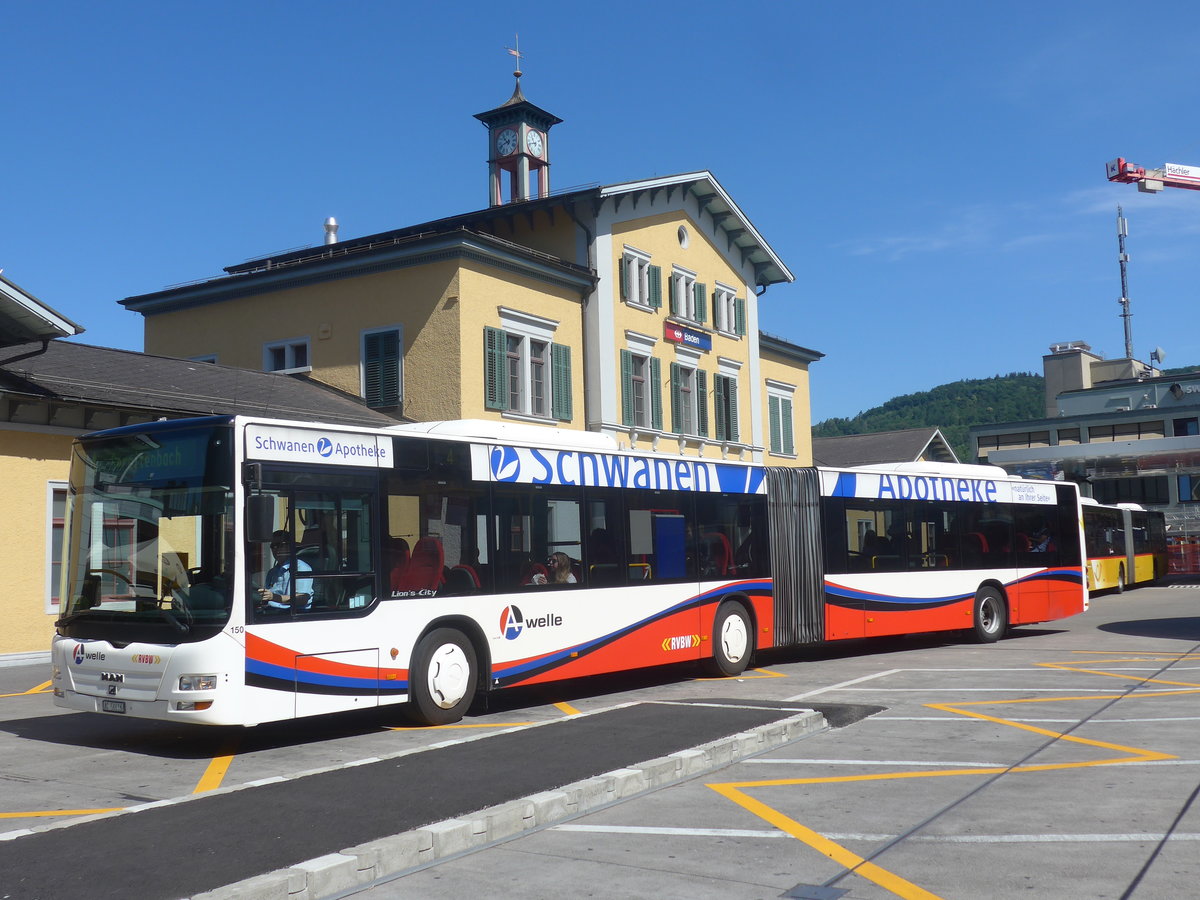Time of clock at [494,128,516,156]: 10:41
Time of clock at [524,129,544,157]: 10:41
